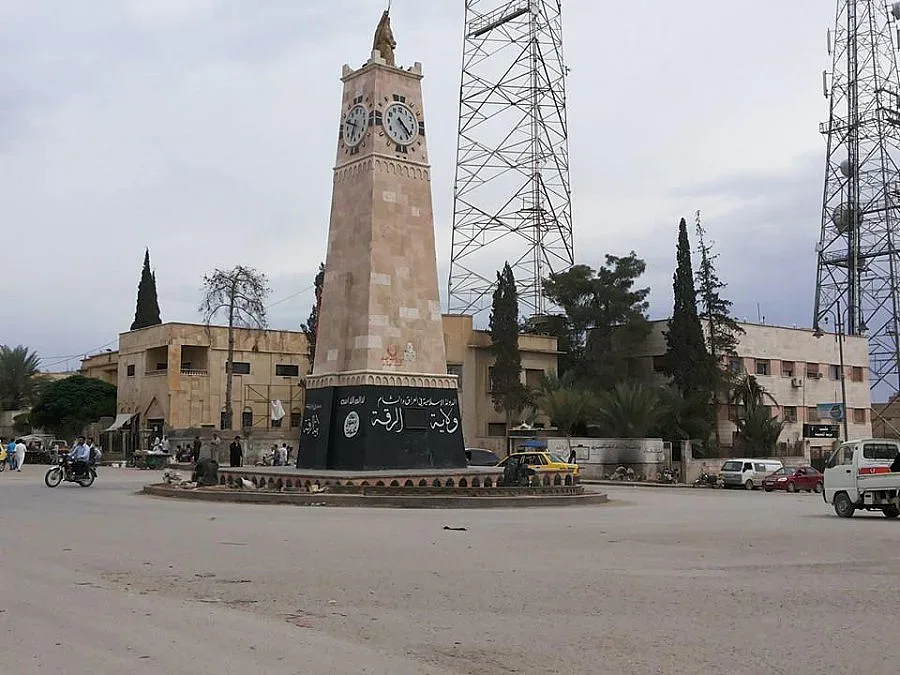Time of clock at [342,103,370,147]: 6:47
